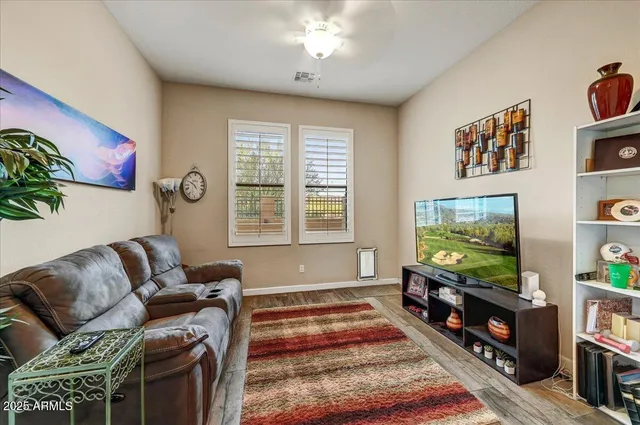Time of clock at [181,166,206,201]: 4:49
